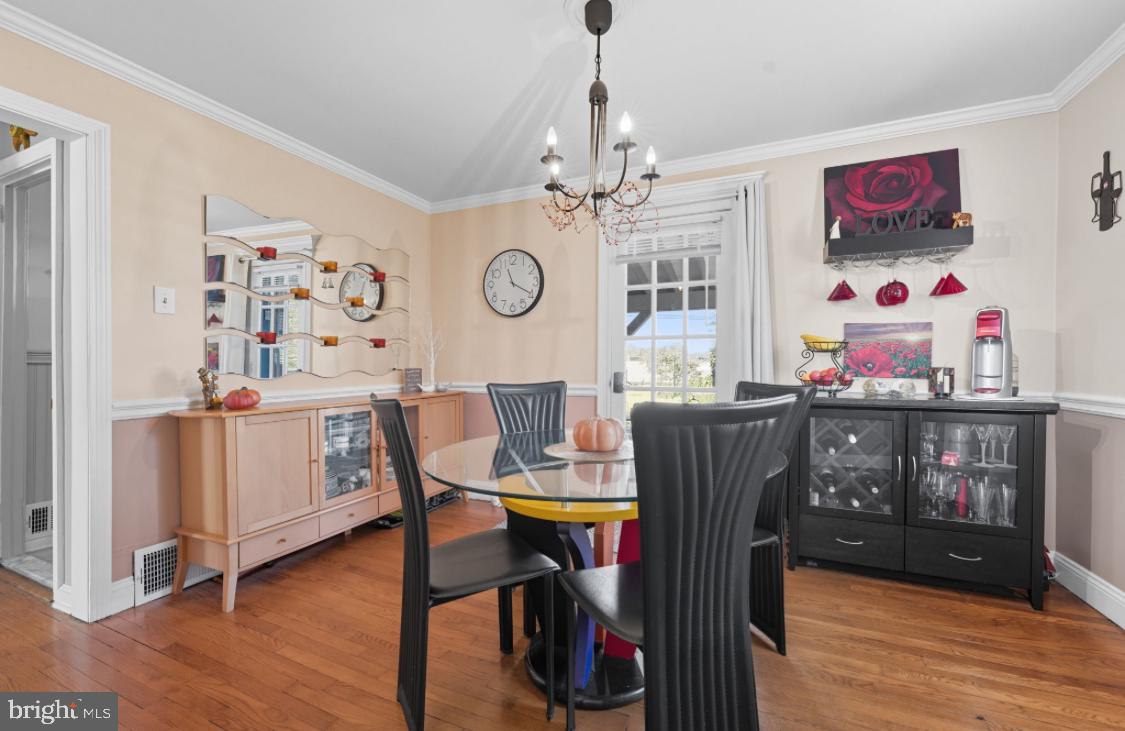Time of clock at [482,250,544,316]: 11:19
